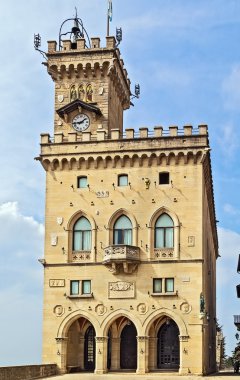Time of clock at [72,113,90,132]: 1:43
